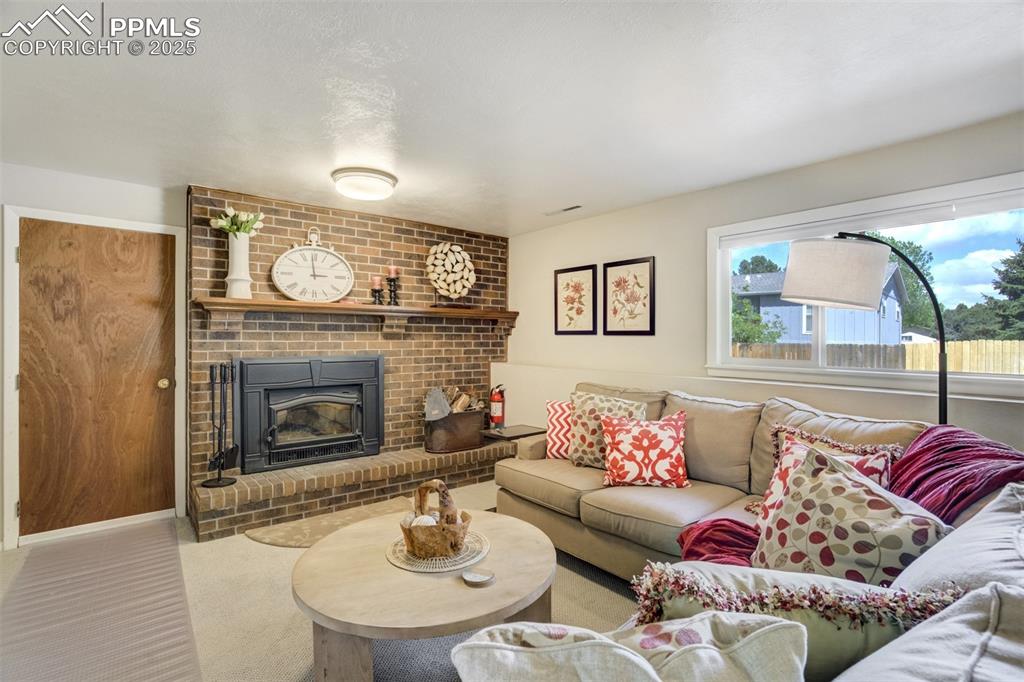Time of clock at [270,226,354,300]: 2:59
